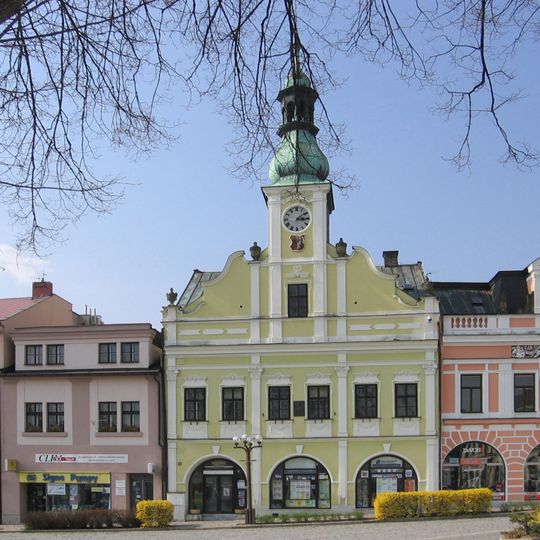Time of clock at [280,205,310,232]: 3:09
